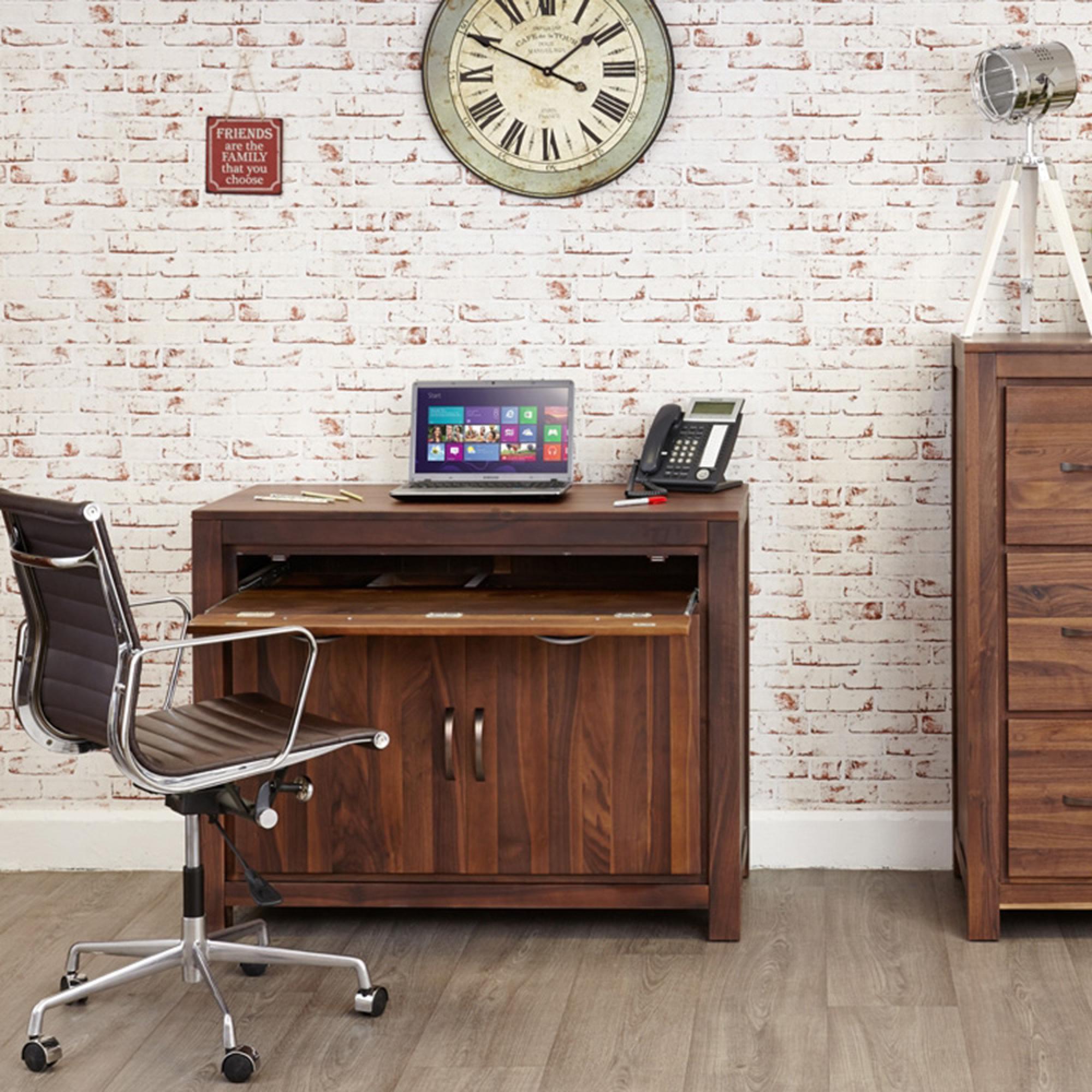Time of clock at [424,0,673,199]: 1:49
